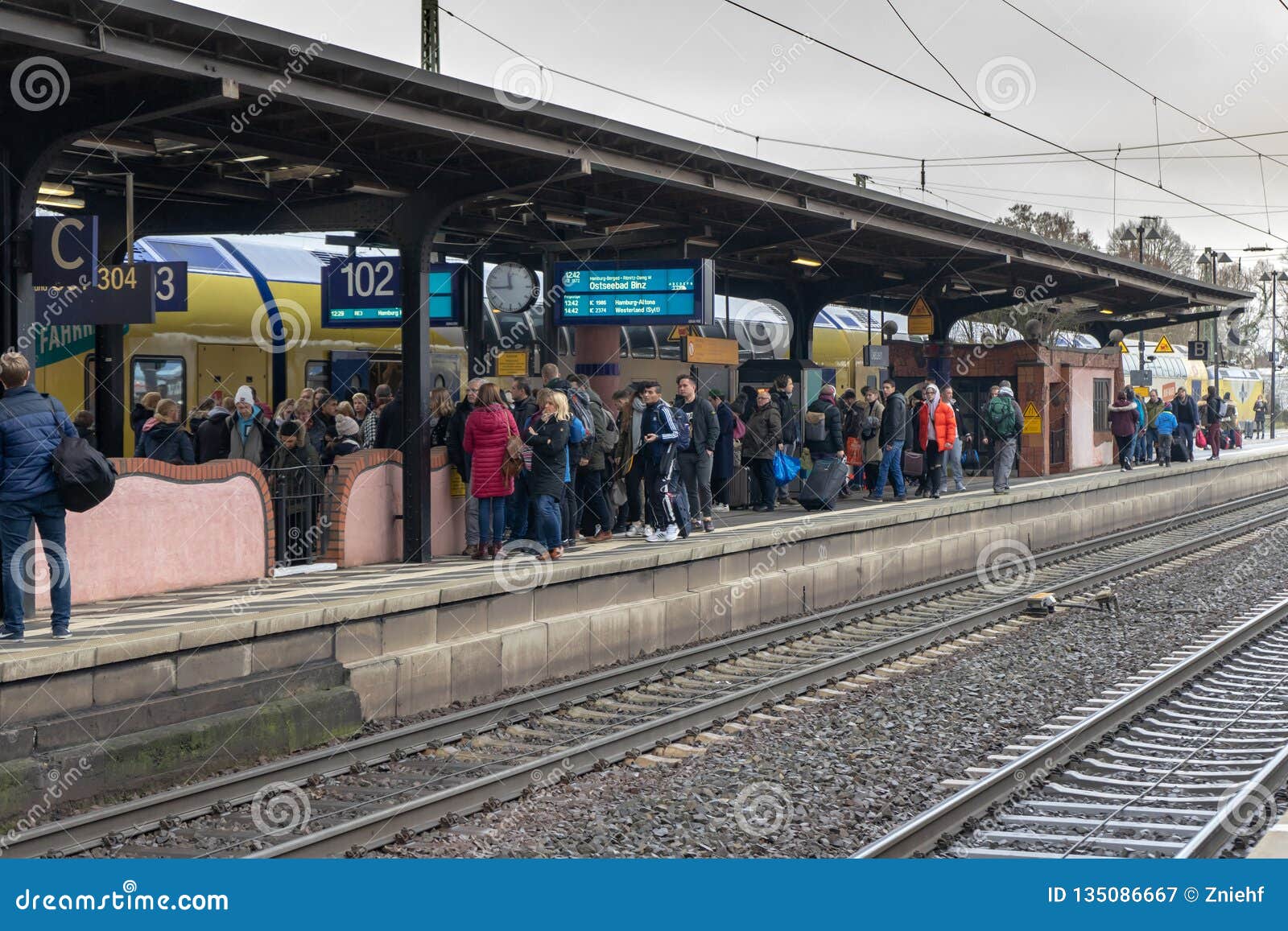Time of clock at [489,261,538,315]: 11:44
